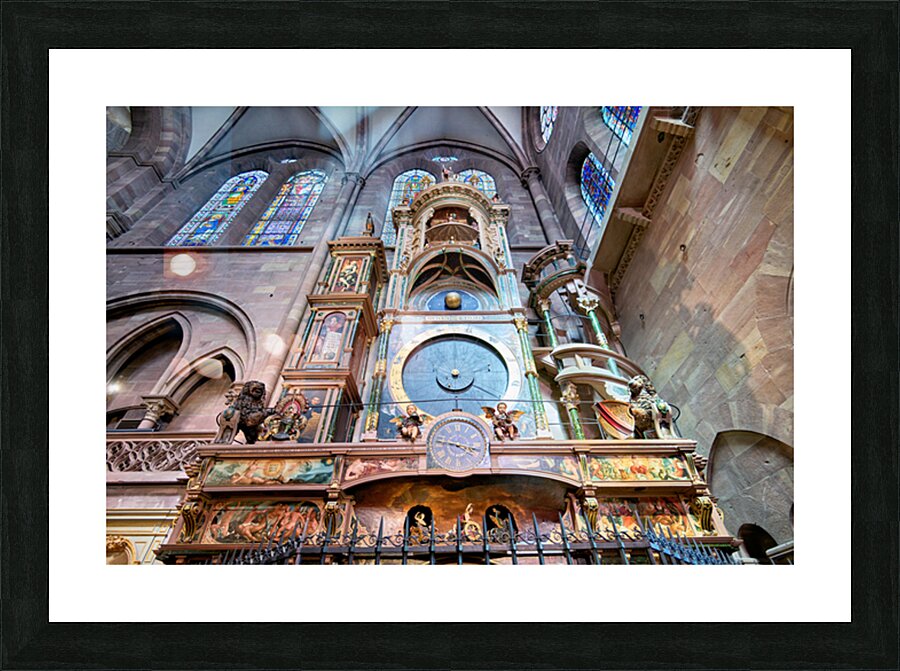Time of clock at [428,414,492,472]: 3:46
